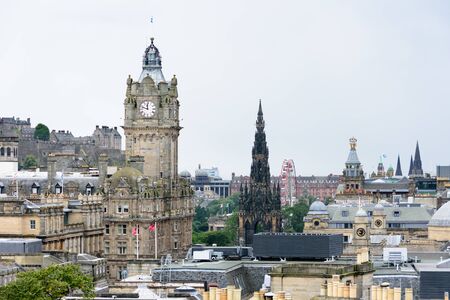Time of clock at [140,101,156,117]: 11:48
